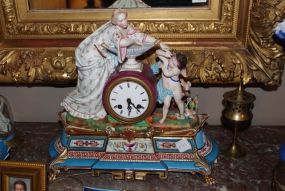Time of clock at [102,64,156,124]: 4:29
